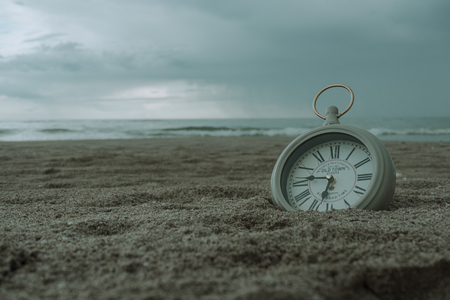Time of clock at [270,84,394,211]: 6:46
